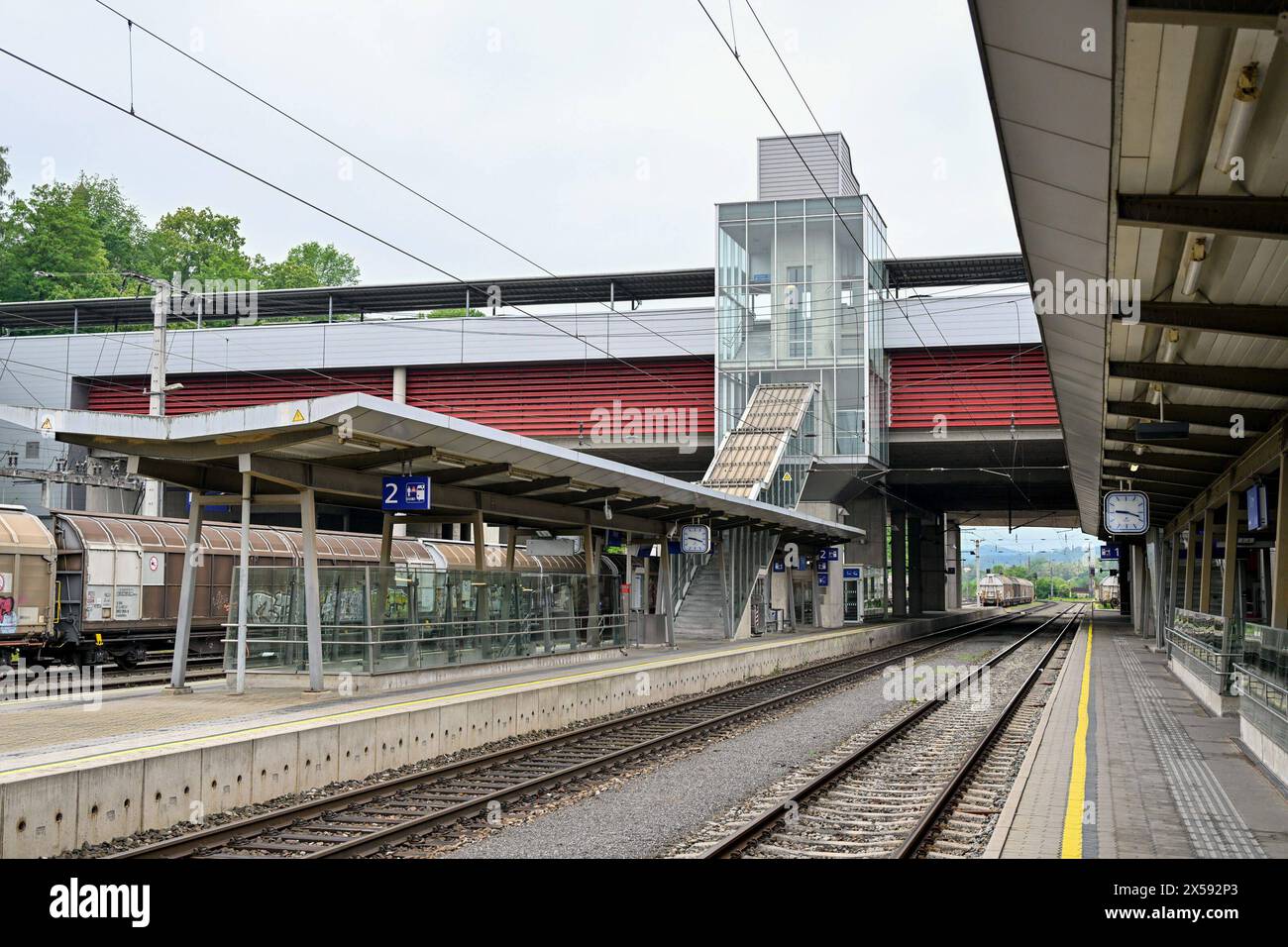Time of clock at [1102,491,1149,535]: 9:18
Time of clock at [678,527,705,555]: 9:18
